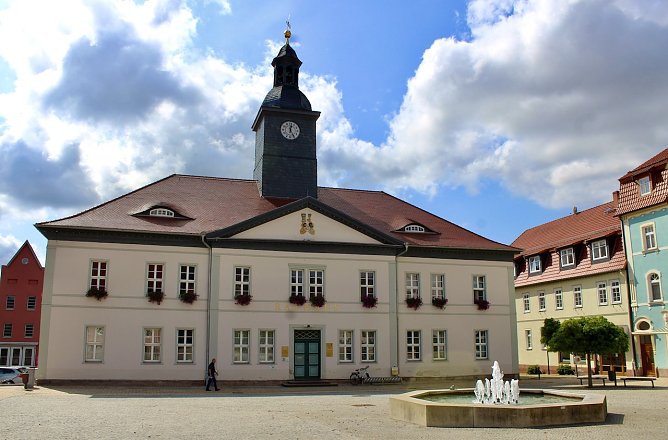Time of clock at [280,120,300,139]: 12:24
